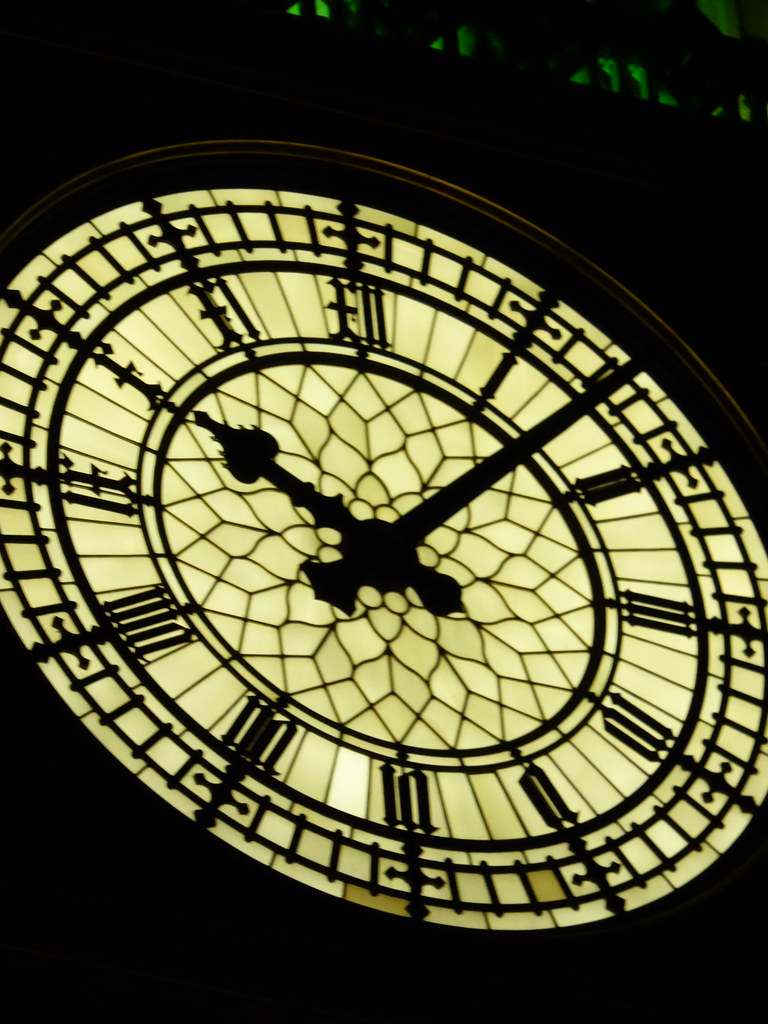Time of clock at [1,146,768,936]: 10:07
